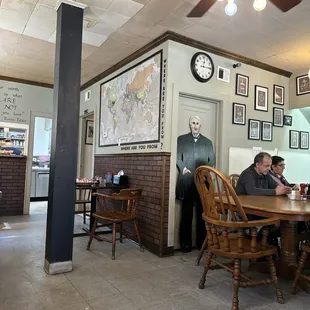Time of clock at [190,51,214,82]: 12:14
